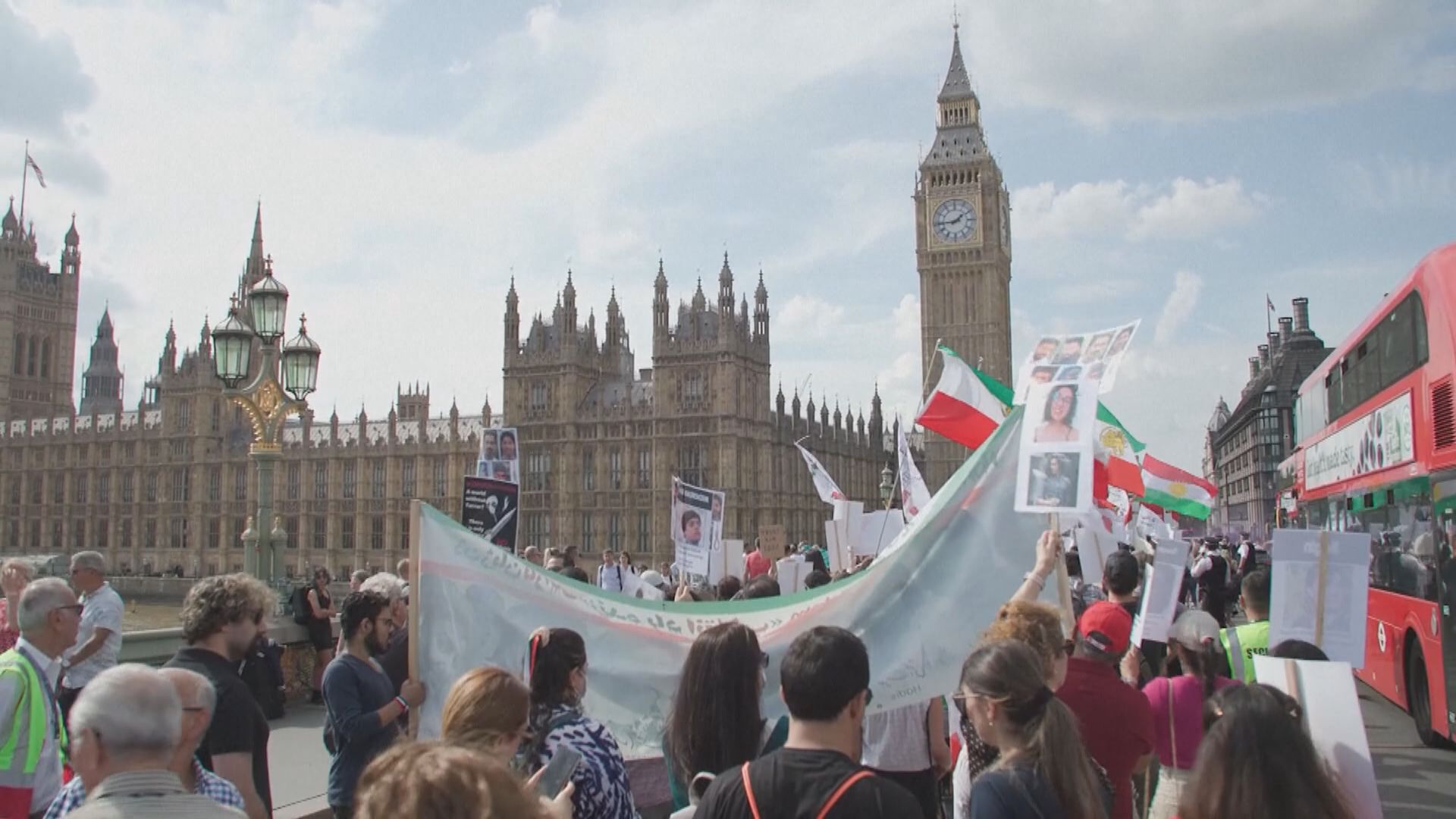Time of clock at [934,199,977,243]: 1:44
